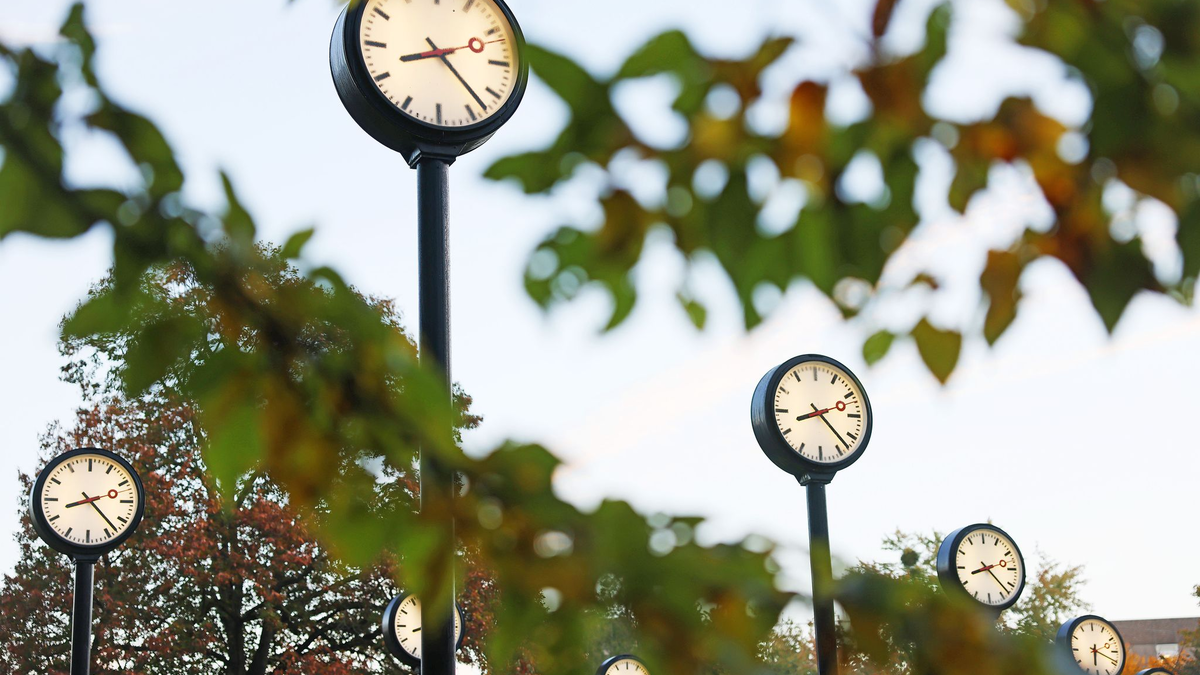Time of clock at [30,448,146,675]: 8:22
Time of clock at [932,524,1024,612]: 8:22
